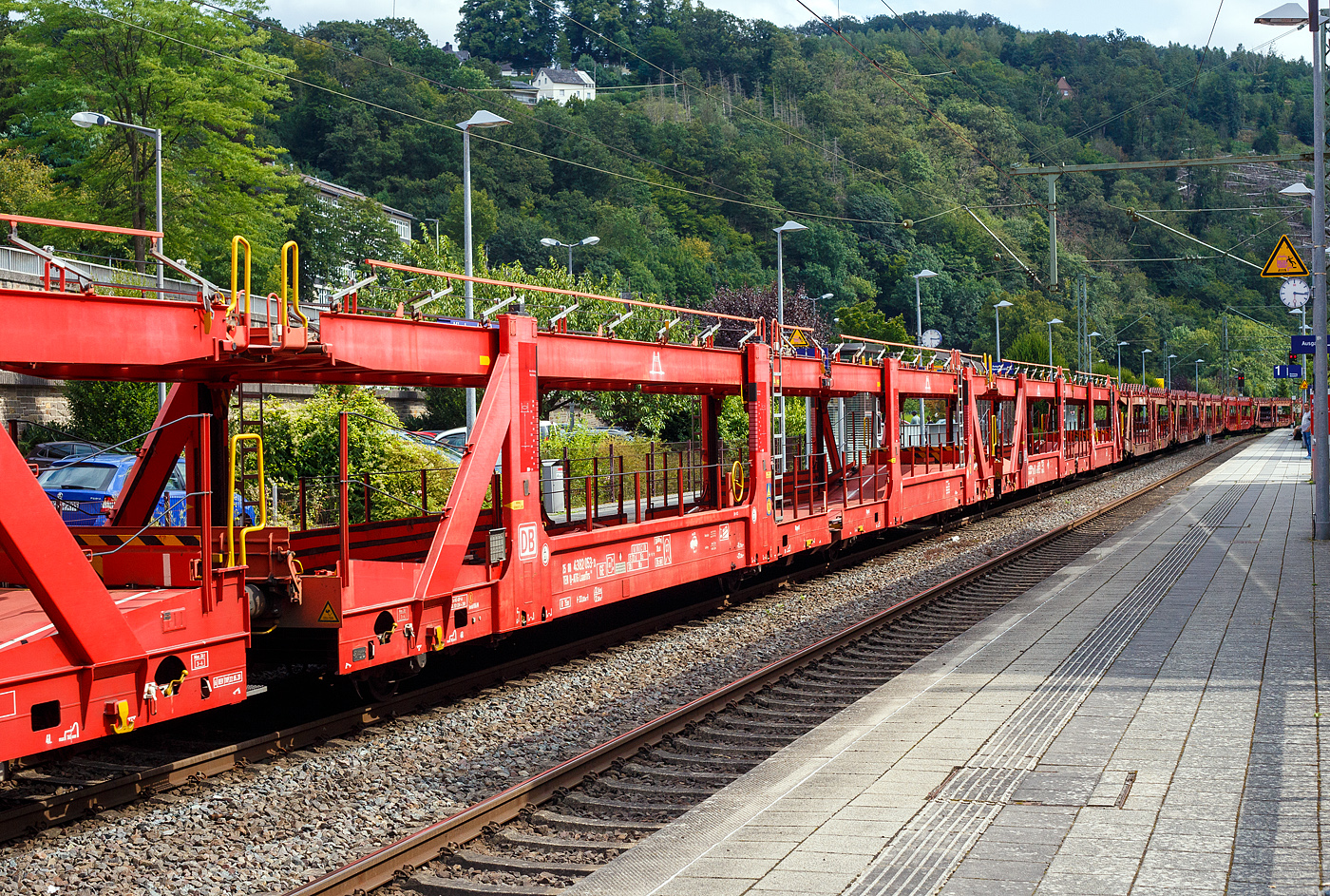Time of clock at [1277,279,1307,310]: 3:16
